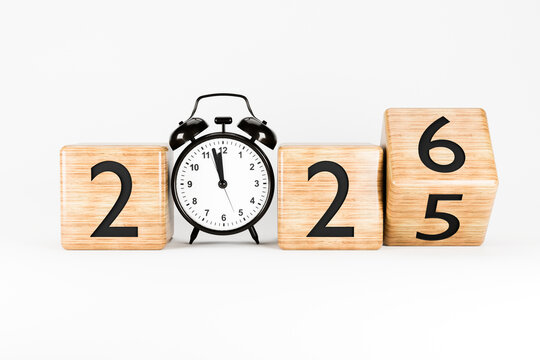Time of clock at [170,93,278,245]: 11:57
